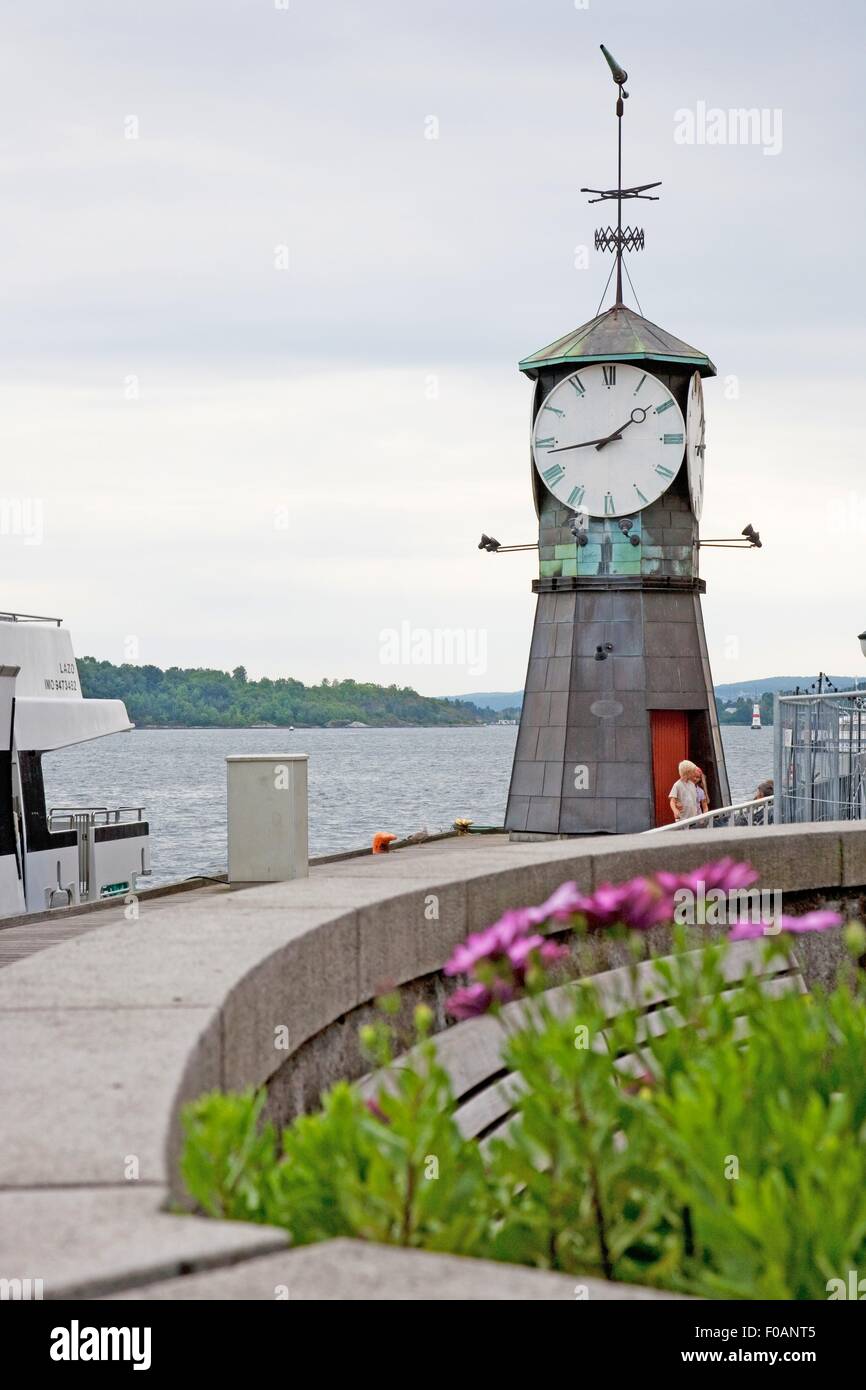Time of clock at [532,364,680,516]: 1:43
